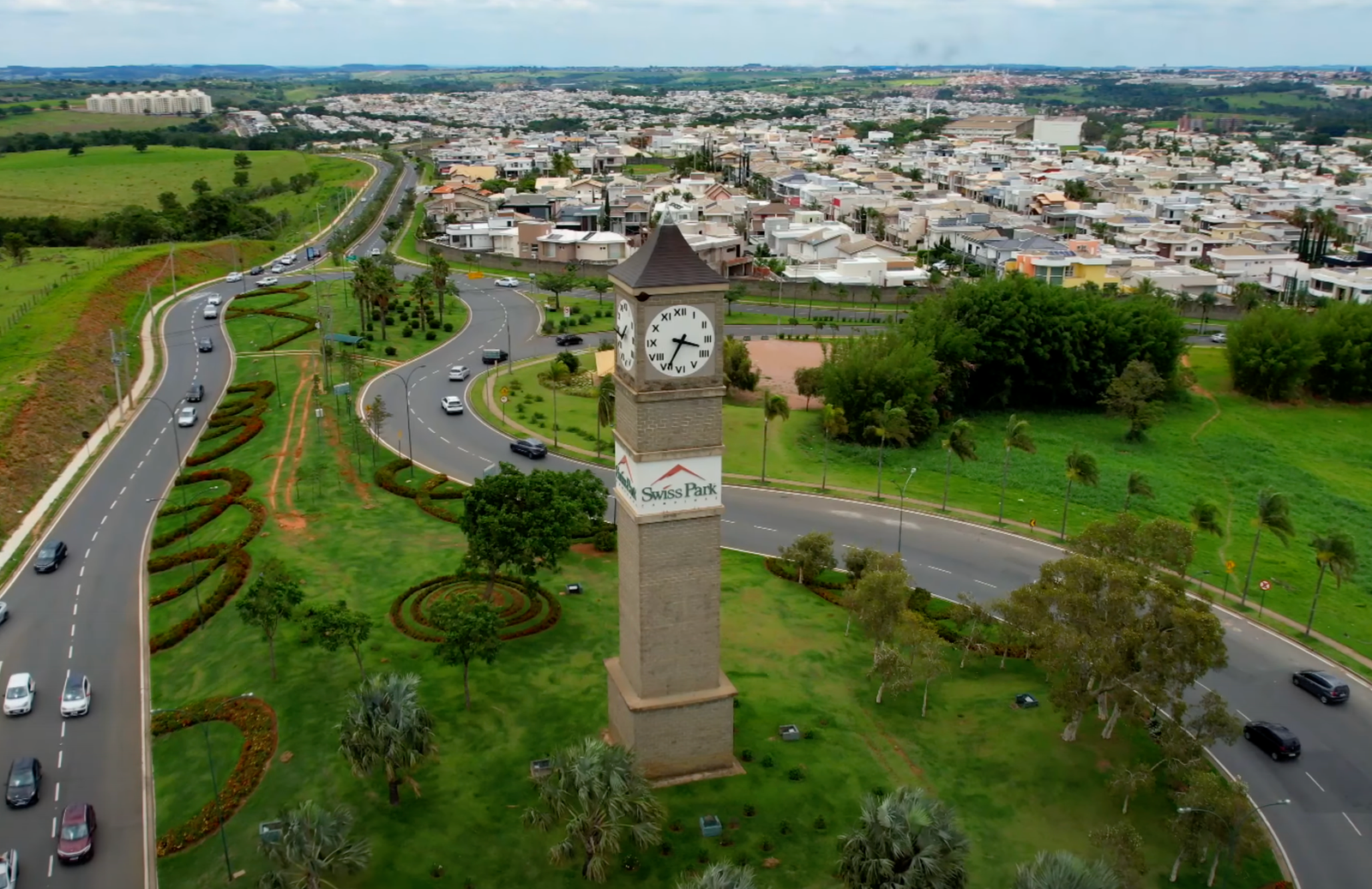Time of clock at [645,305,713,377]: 3:34
